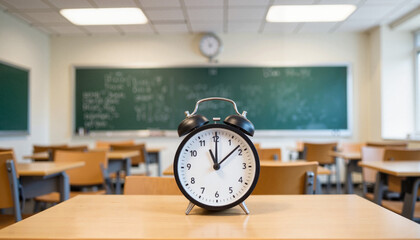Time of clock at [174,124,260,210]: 11:08
